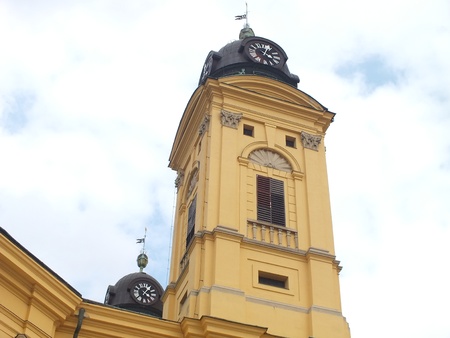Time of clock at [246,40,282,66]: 4:04
